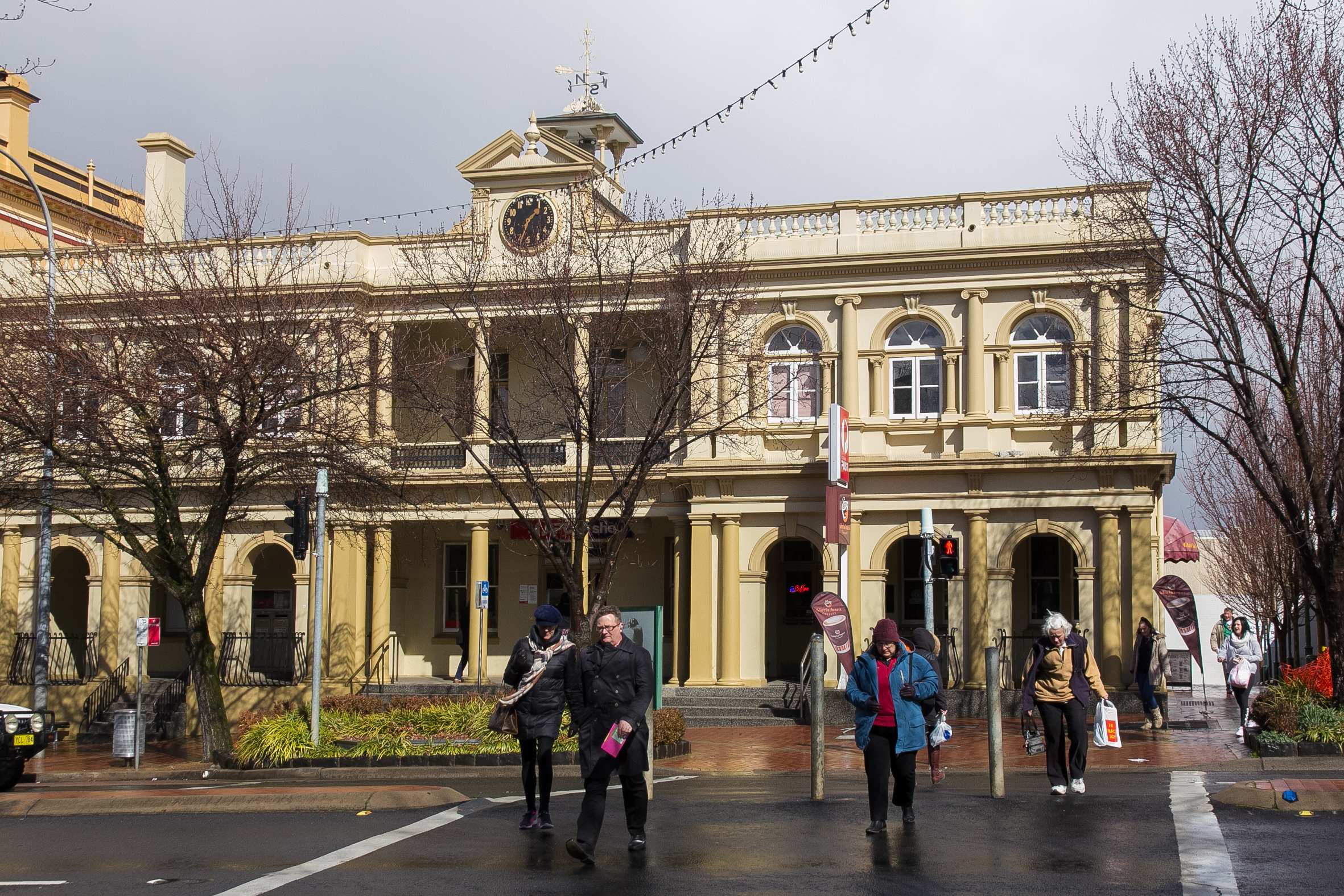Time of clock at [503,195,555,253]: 1:33
